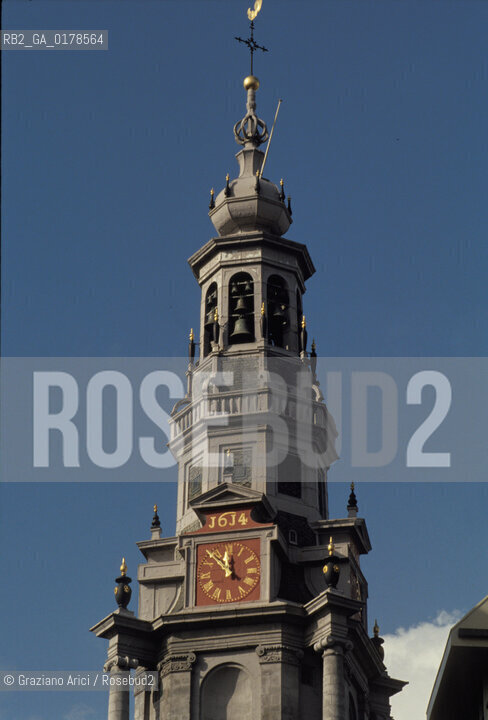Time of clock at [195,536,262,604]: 11:52
